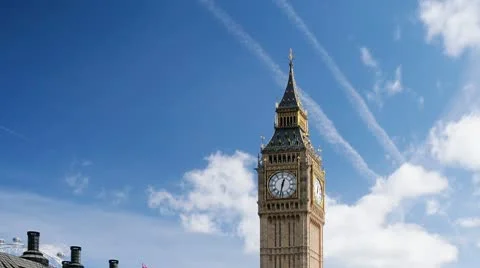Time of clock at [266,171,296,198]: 12:32
